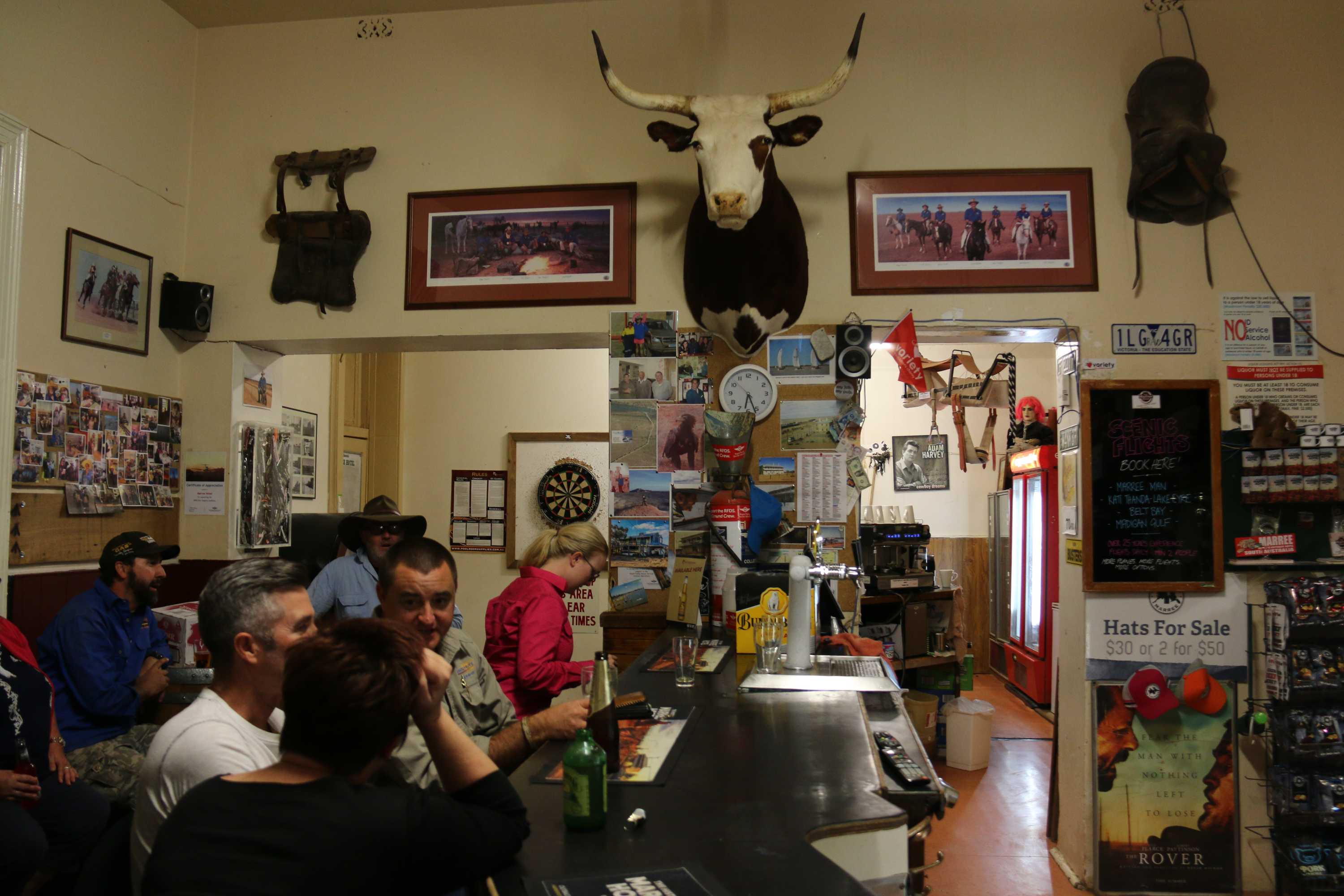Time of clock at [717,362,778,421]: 6:26
